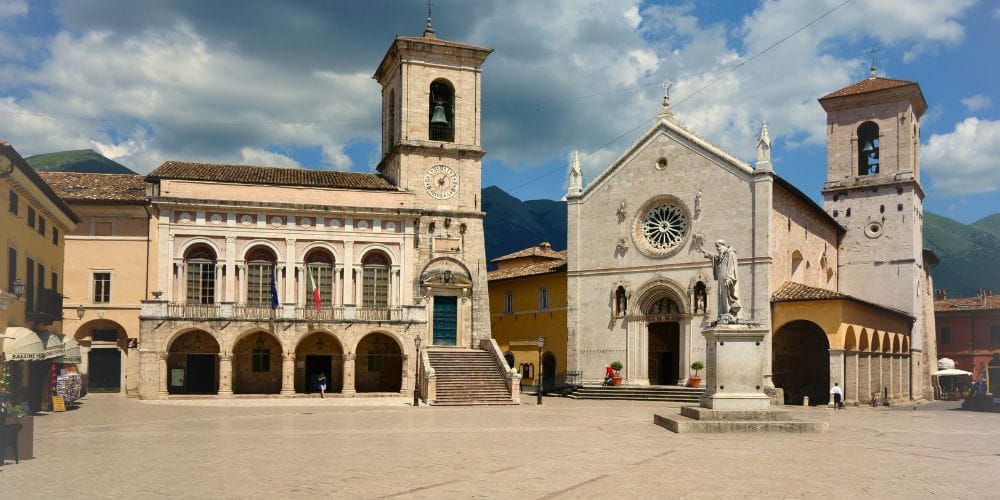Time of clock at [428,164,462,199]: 7:04
